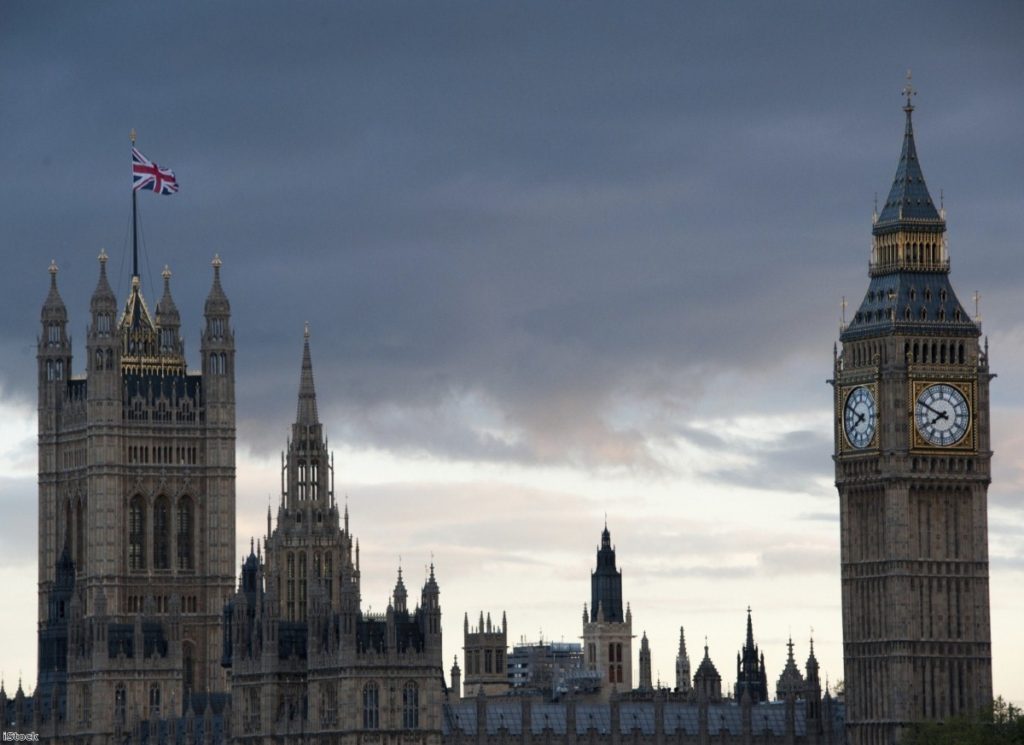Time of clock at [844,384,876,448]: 7:49
